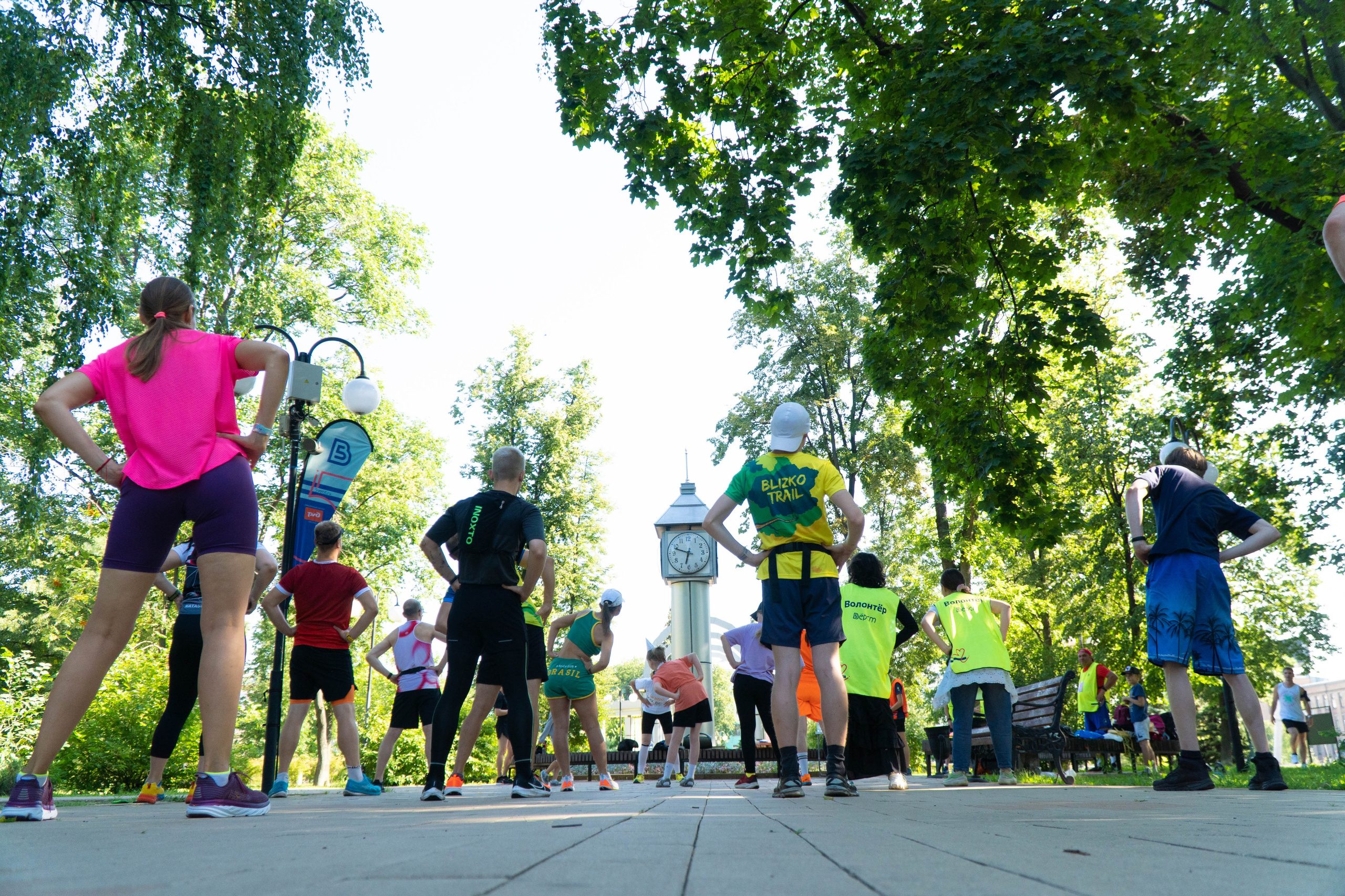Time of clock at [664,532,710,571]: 6:48
